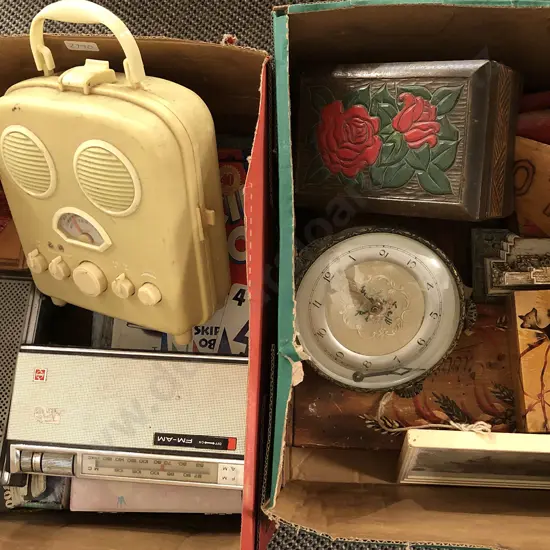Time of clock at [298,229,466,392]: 8:53
